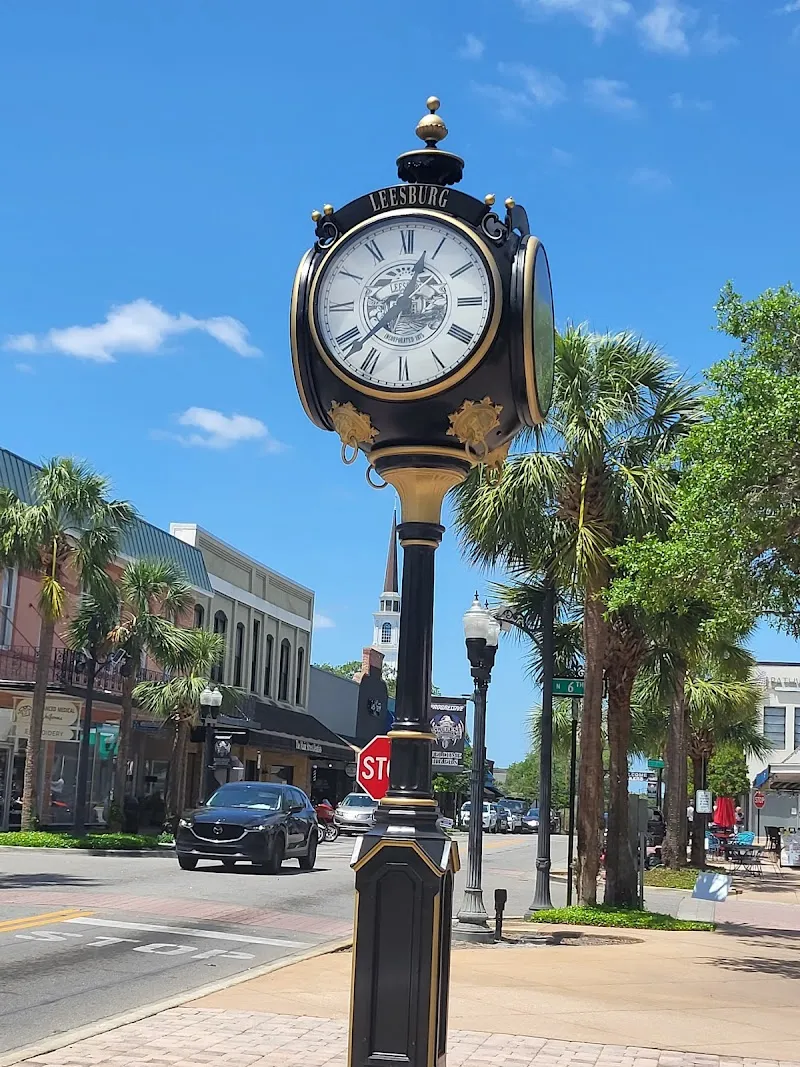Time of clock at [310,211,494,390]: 12:37
